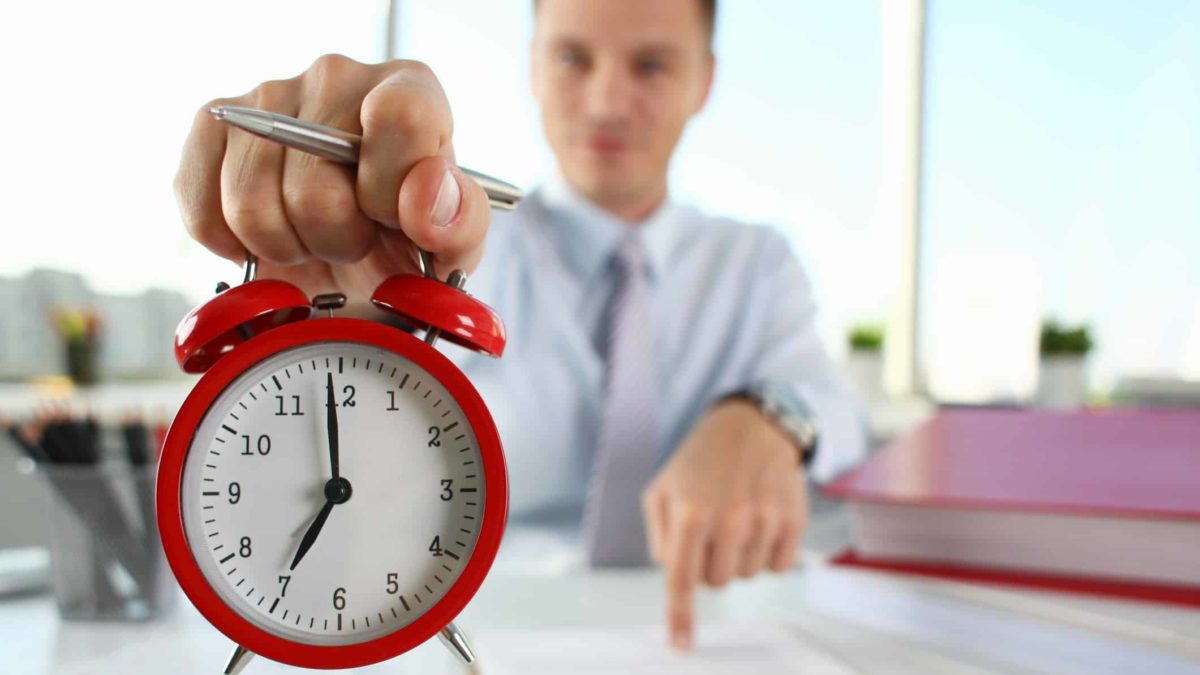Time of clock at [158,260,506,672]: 6:59
